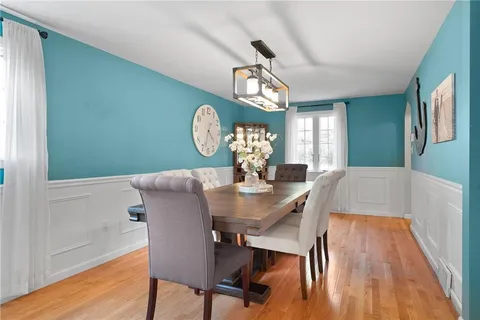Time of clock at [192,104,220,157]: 4:33
